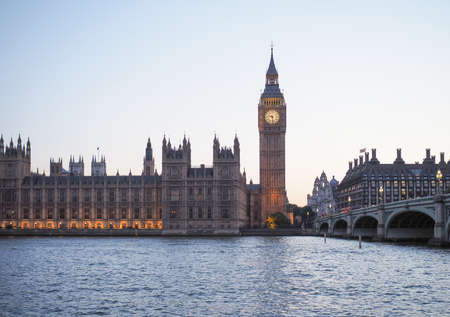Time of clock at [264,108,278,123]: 9:28
